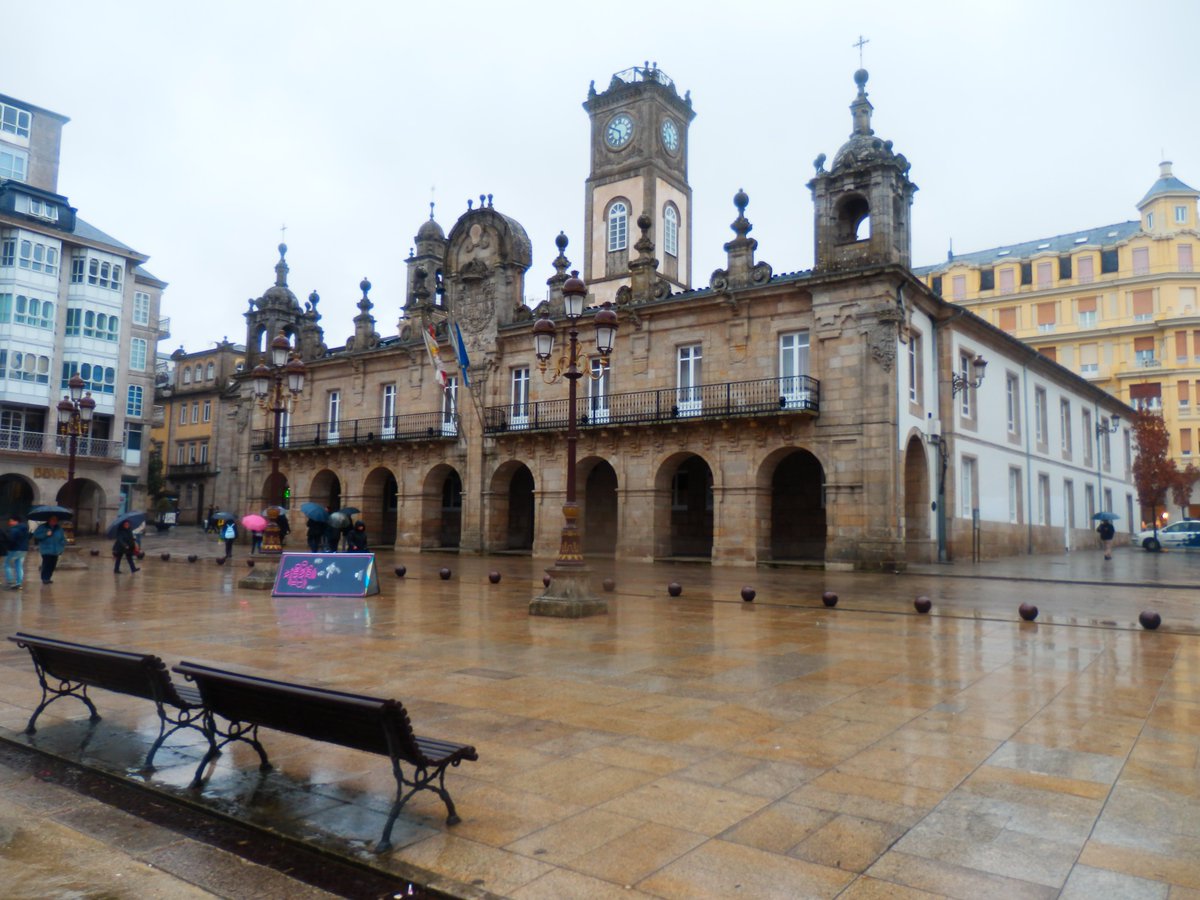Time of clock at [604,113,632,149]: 5:49
